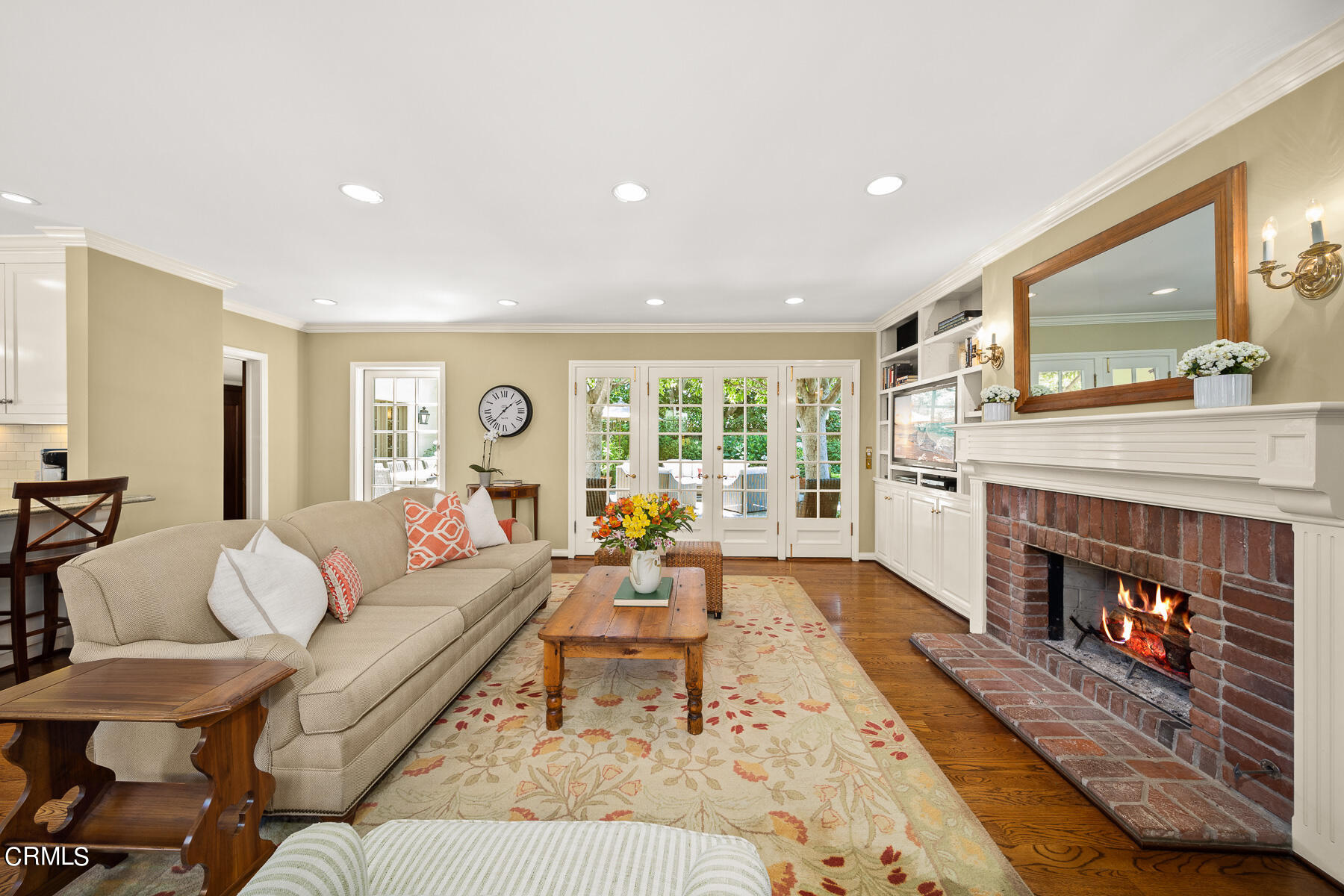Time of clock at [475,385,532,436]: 1:37
